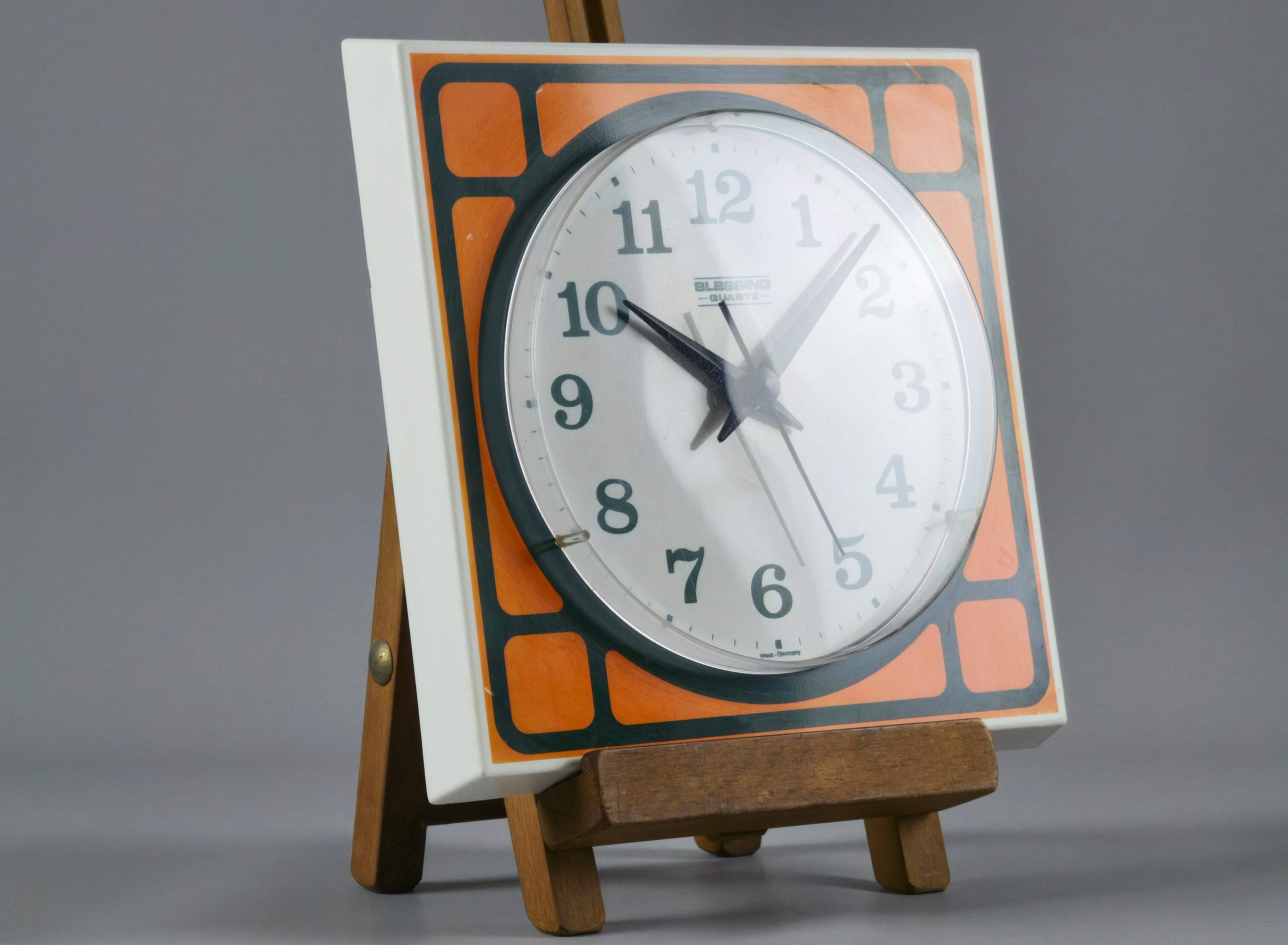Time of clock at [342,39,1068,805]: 10:07
